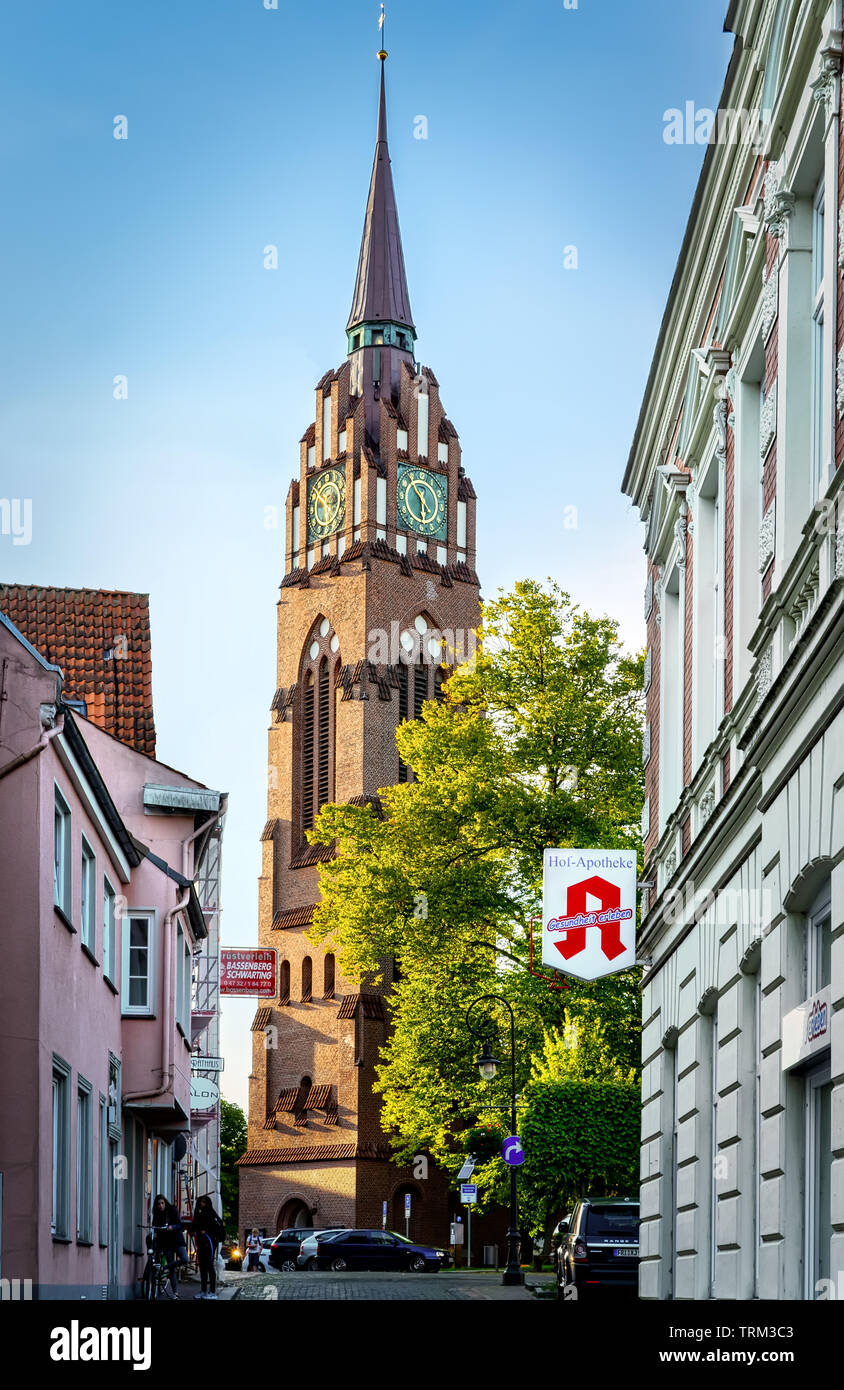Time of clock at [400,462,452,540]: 5:53
